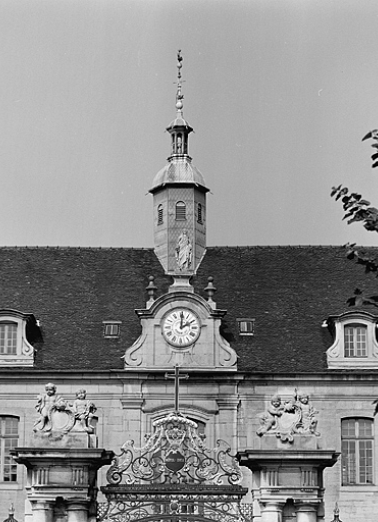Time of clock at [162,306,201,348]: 2:00
